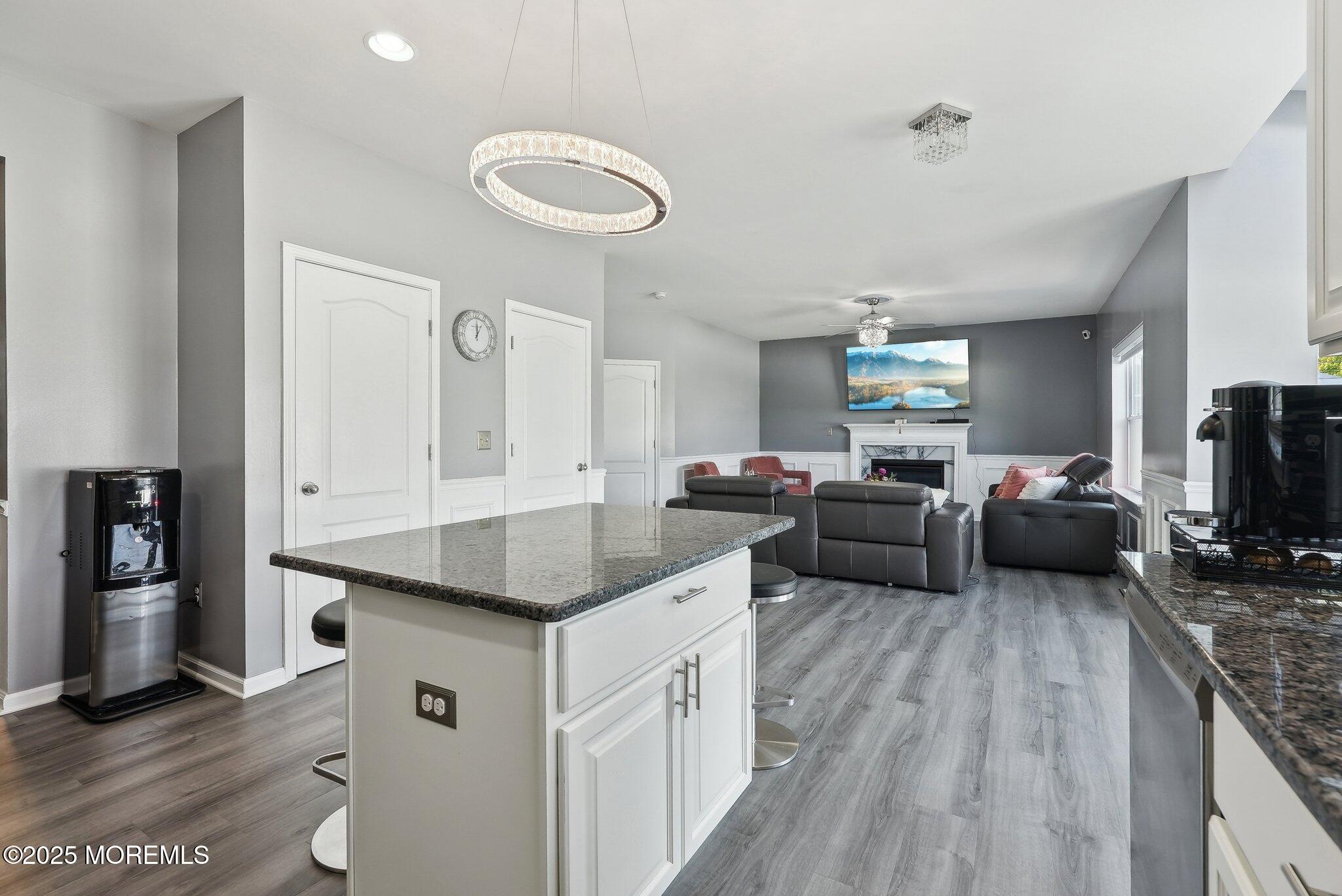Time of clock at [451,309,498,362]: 1:00
